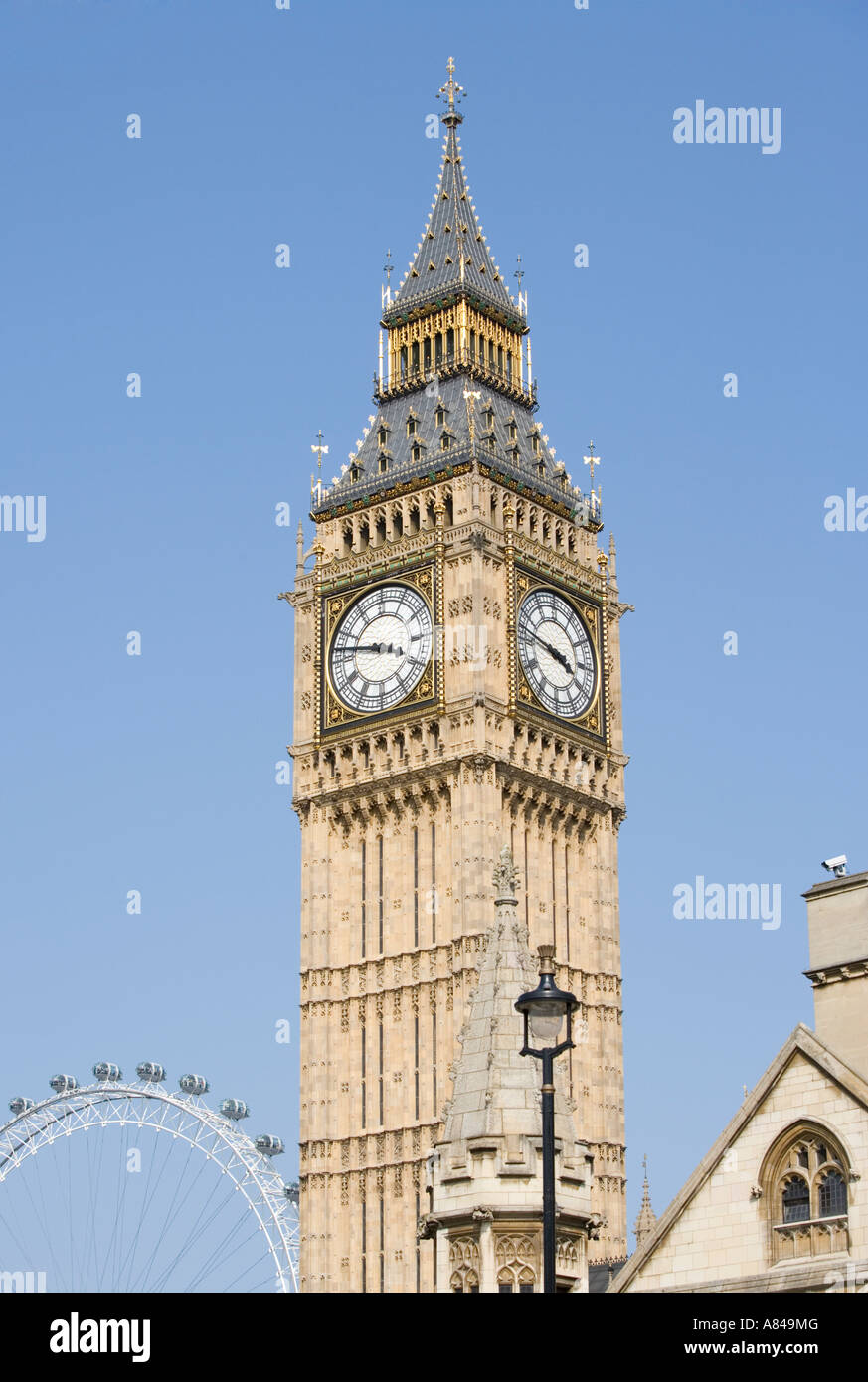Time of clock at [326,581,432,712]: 3:46
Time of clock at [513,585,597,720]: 3:47
